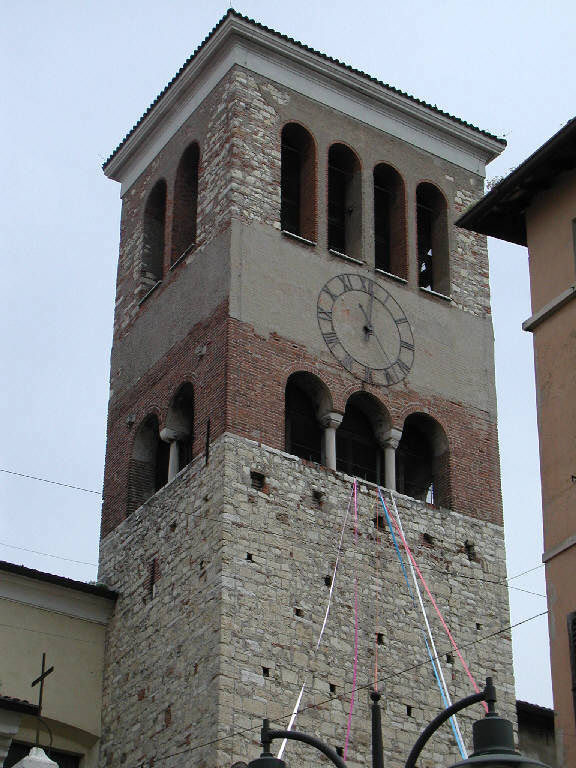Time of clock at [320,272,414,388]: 11:01
